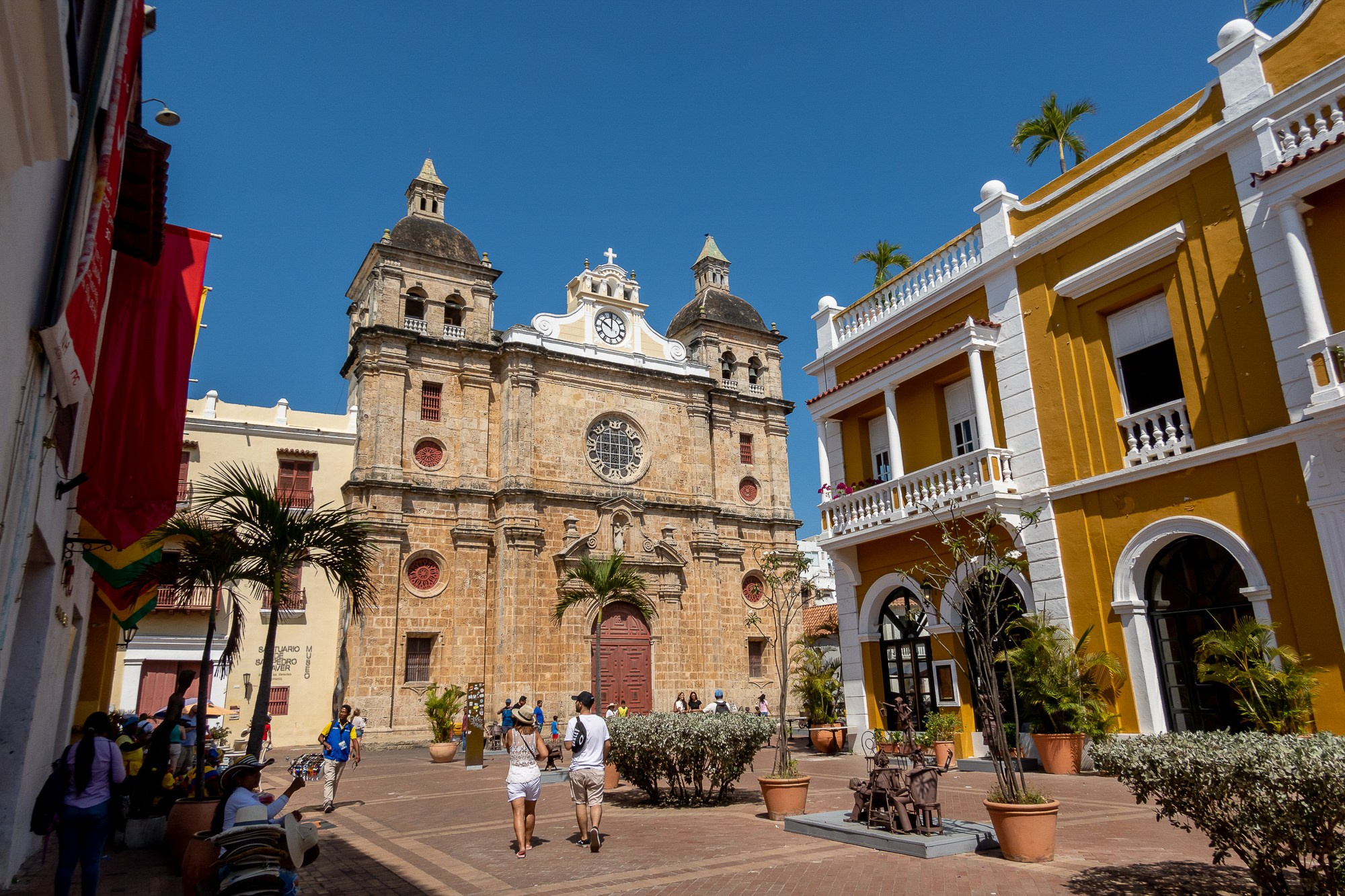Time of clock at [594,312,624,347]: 10:00
